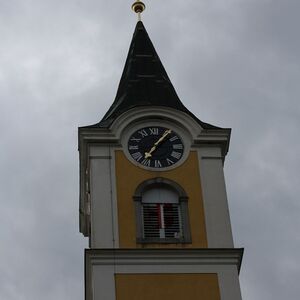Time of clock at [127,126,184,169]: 7:06
